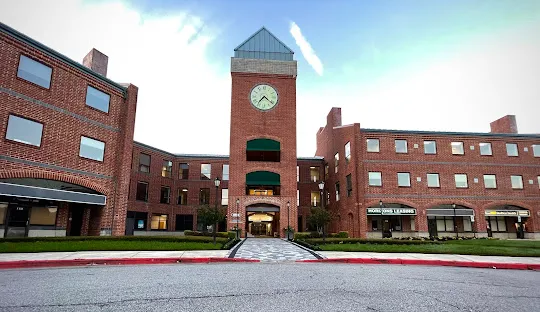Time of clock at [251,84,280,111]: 7:21
